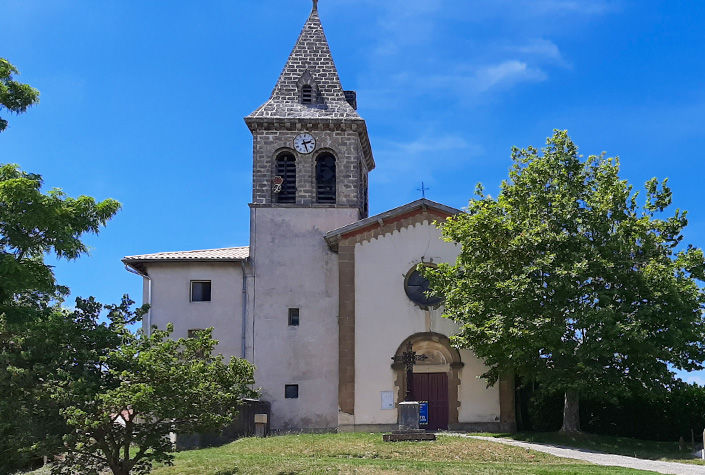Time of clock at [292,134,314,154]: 2:26
